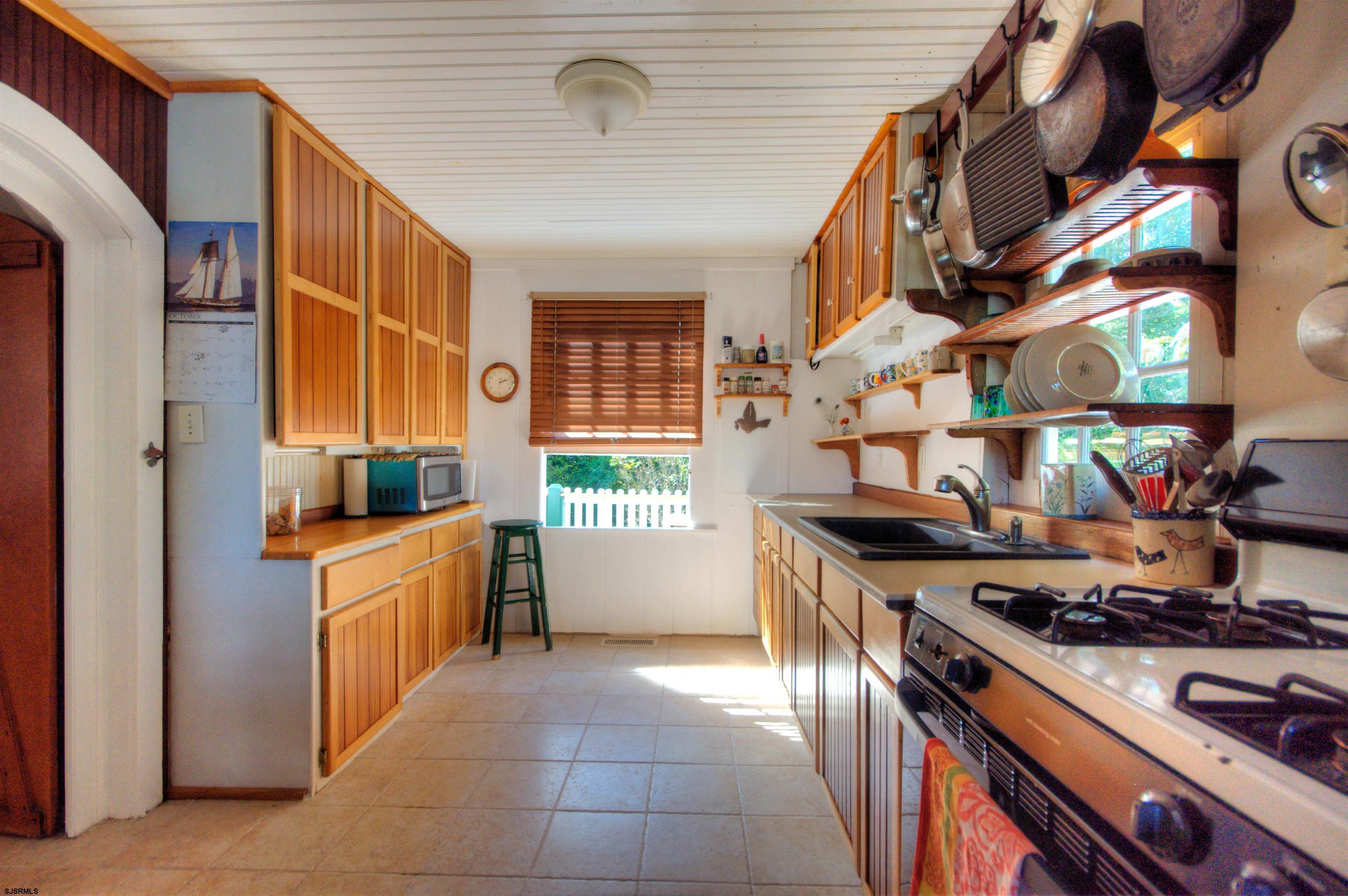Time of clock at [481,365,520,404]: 2:12
